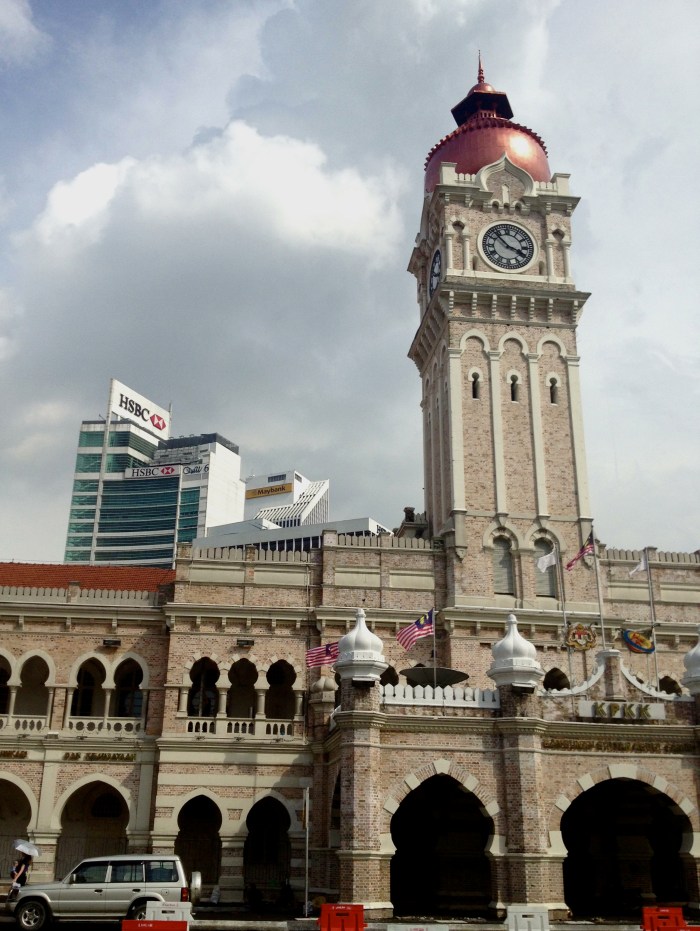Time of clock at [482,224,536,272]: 3:52
